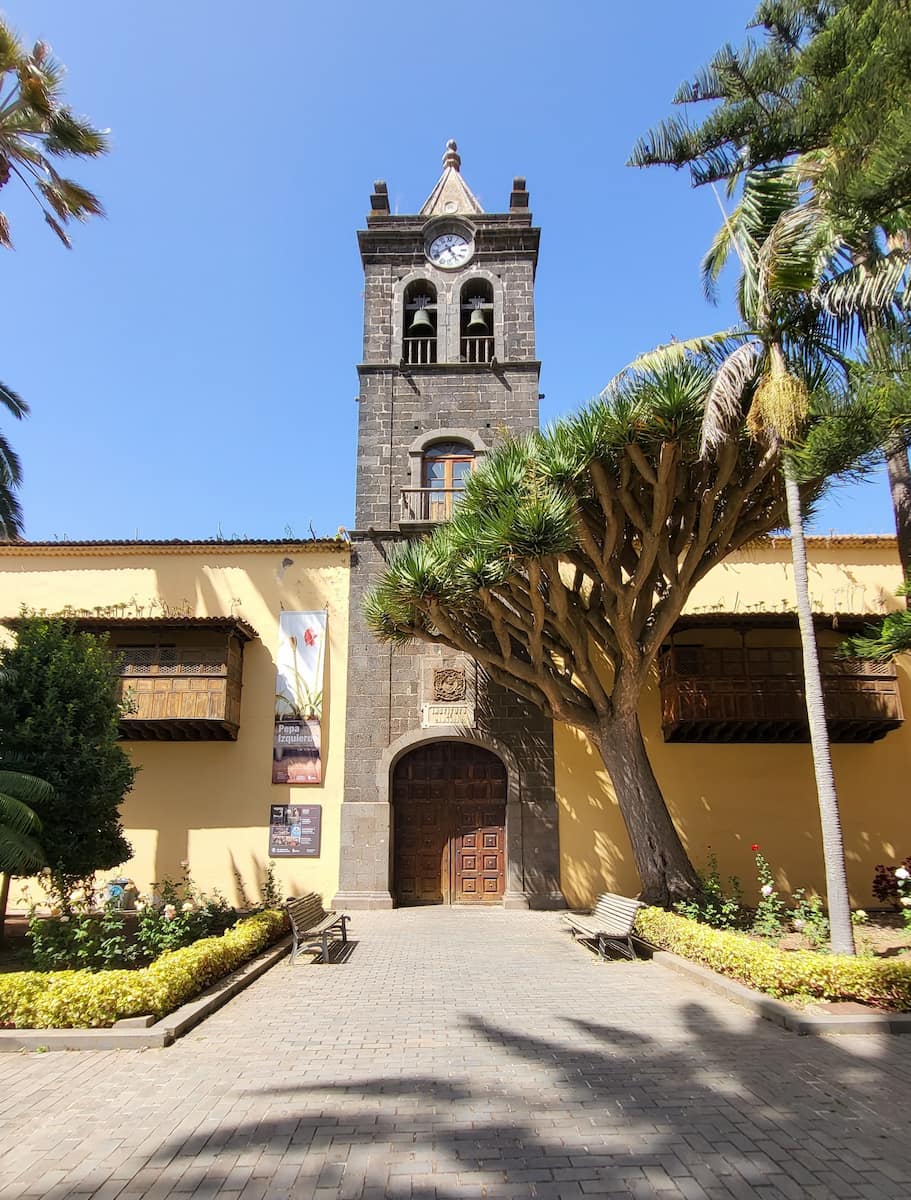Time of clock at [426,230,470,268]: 4:40
